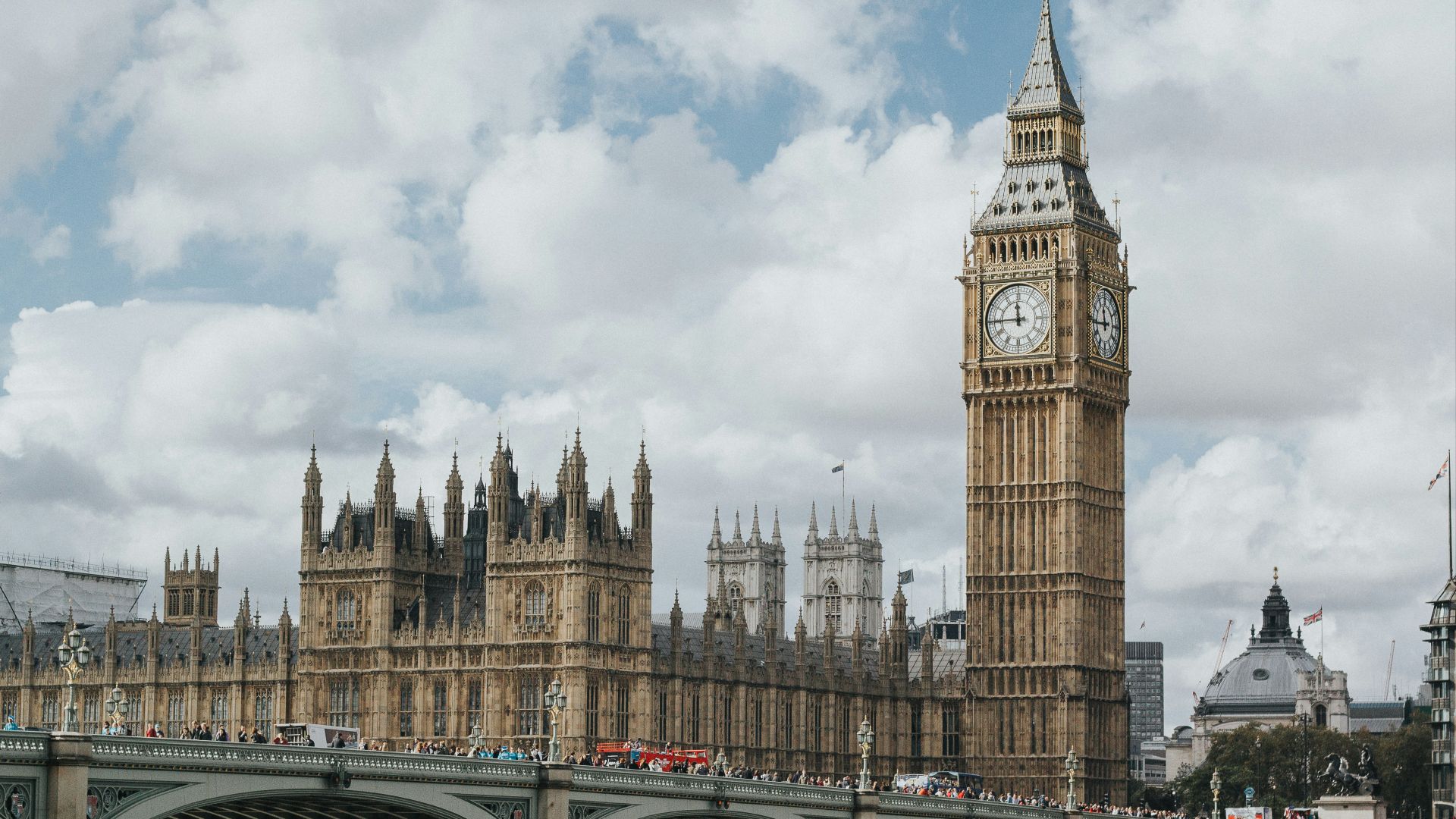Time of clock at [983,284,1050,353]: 11:44
